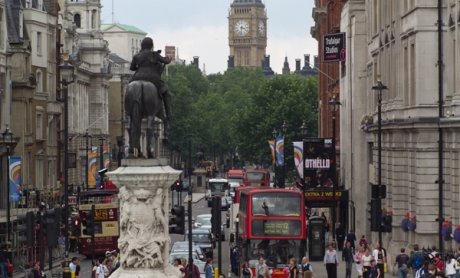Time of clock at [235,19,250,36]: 3:32
